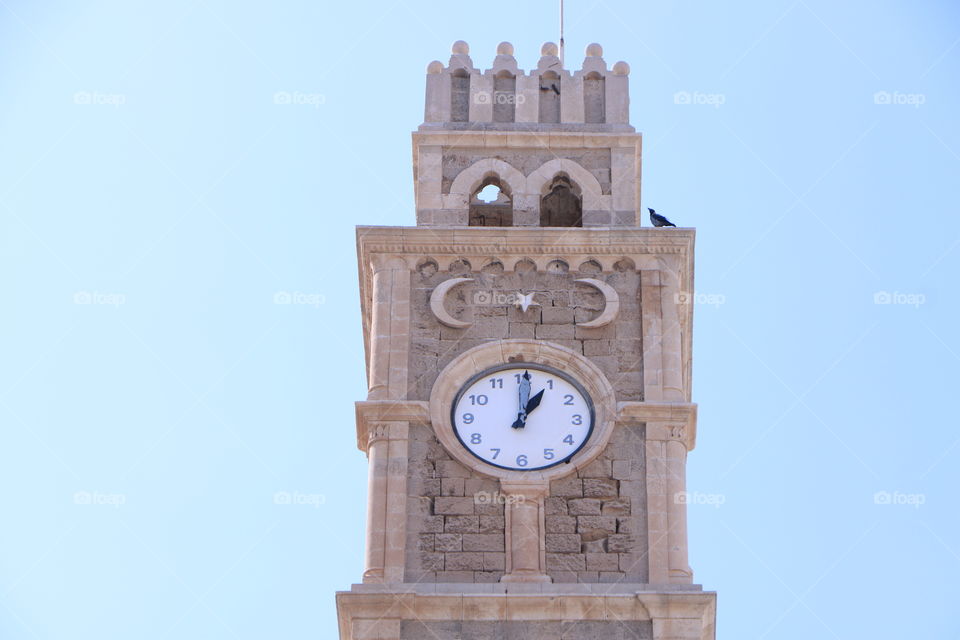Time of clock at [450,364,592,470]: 1:00
